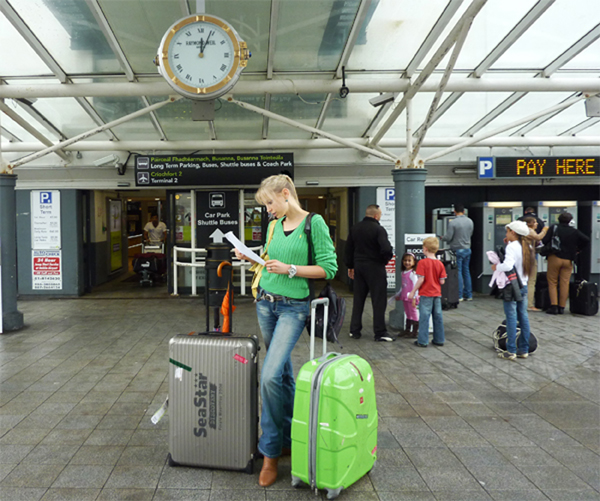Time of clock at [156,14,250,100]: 12:03
